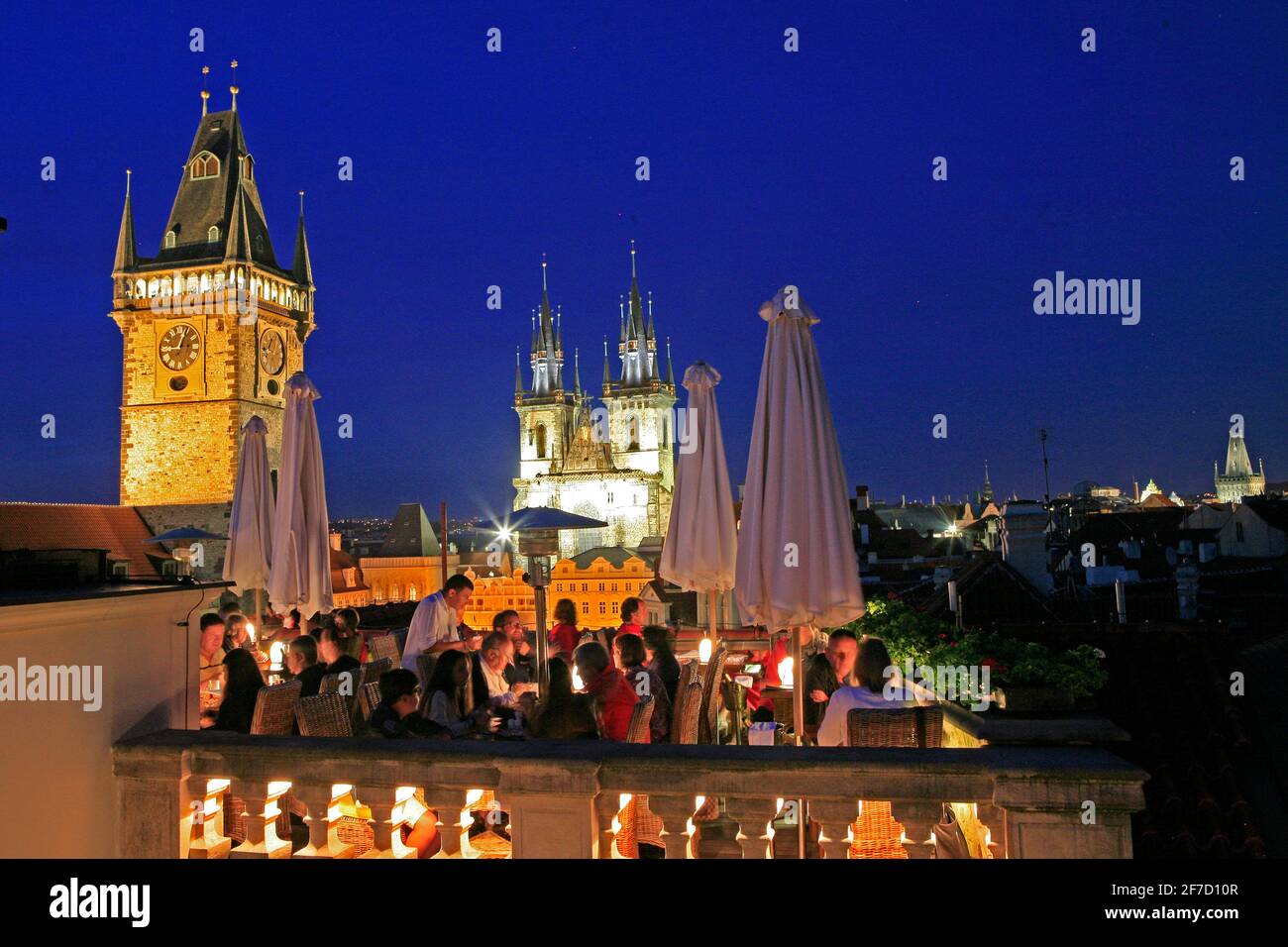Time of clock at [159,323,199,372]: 9:03
